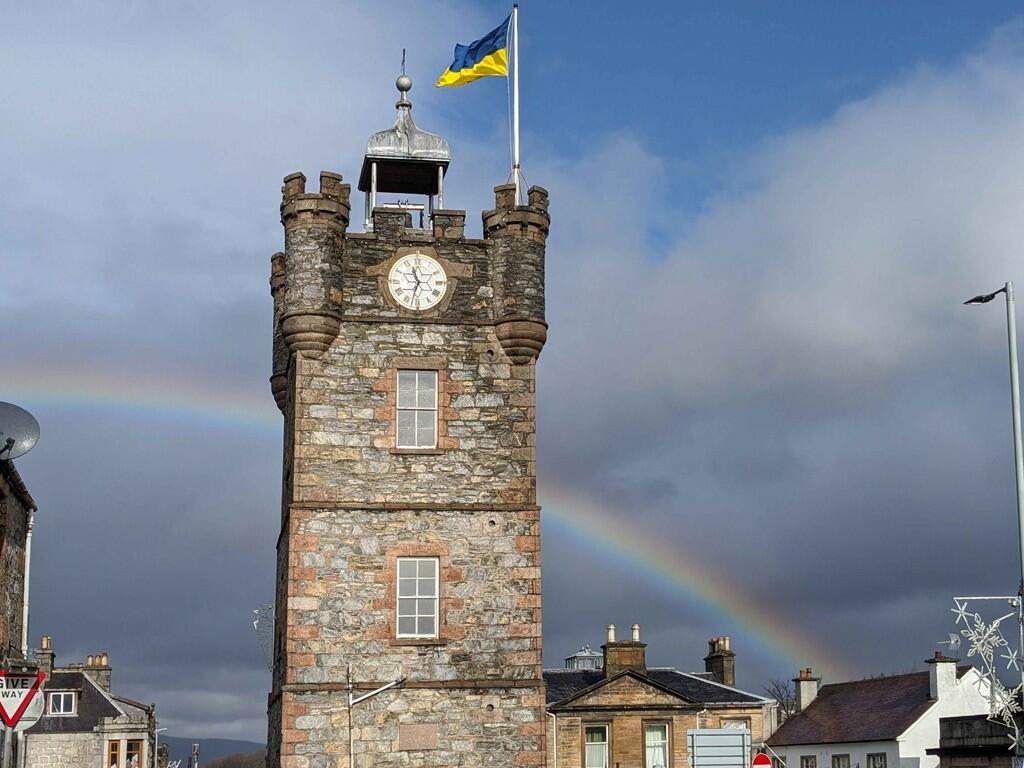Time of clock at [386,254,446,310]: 11:32
